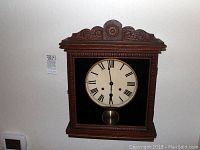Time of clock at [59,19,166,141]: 5:58
